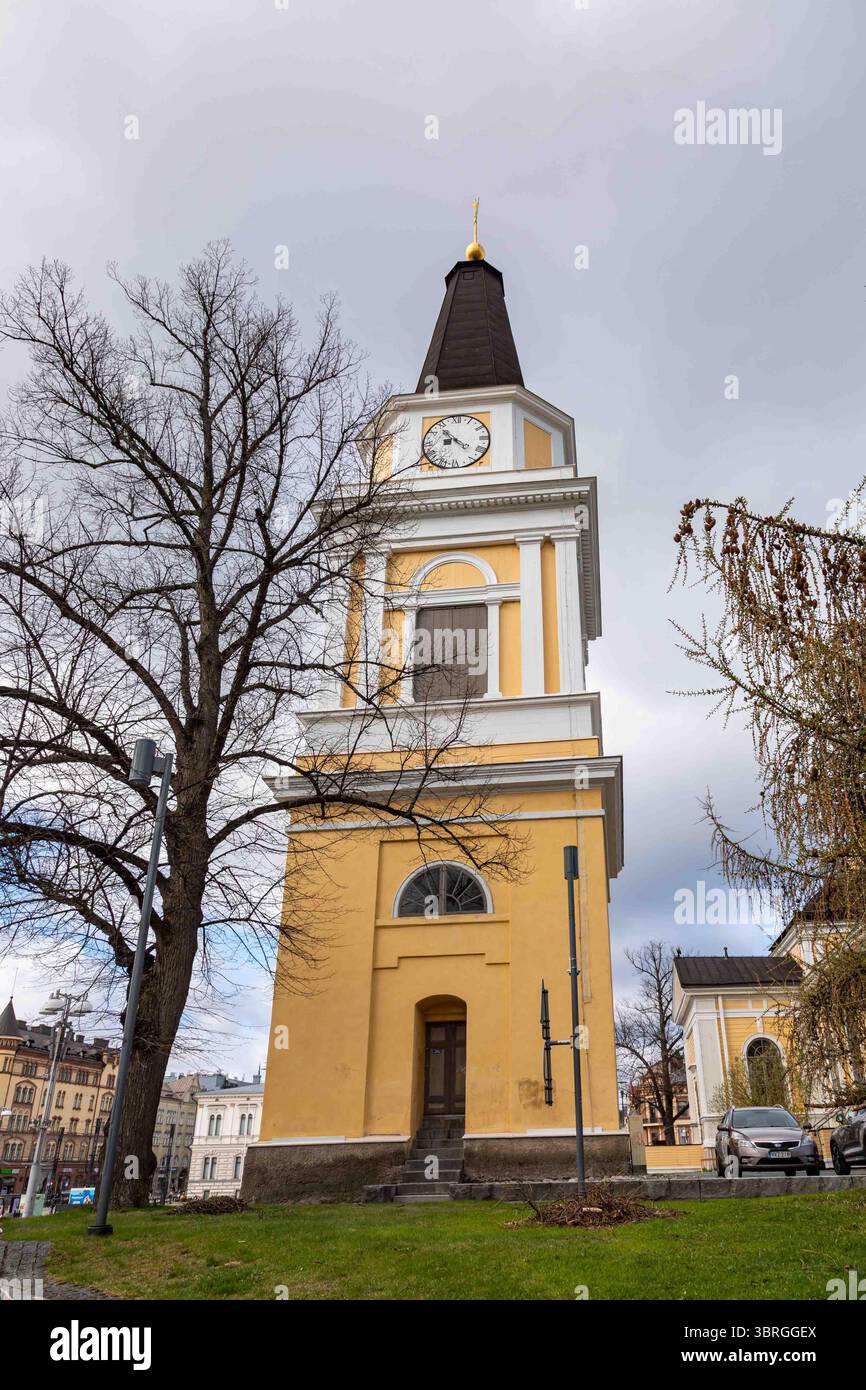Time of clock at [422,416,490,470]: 8:53
